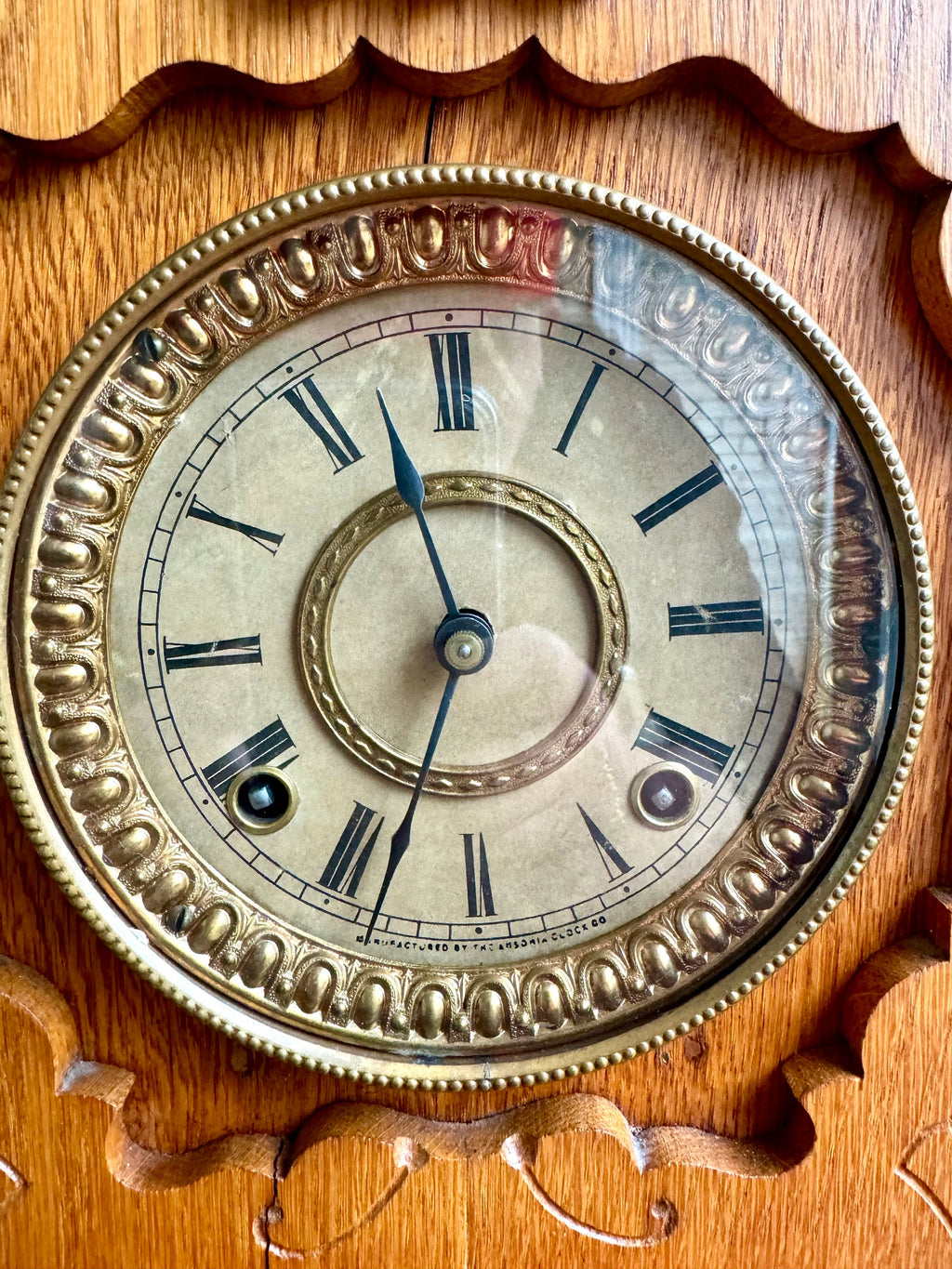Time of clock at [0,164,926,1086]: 11:33
